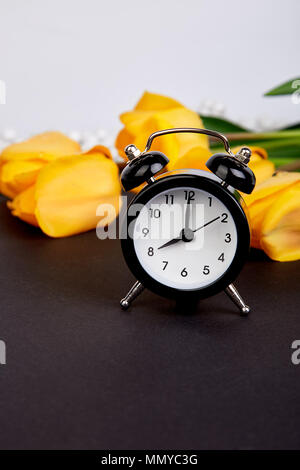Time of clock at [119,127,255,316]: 8:00
